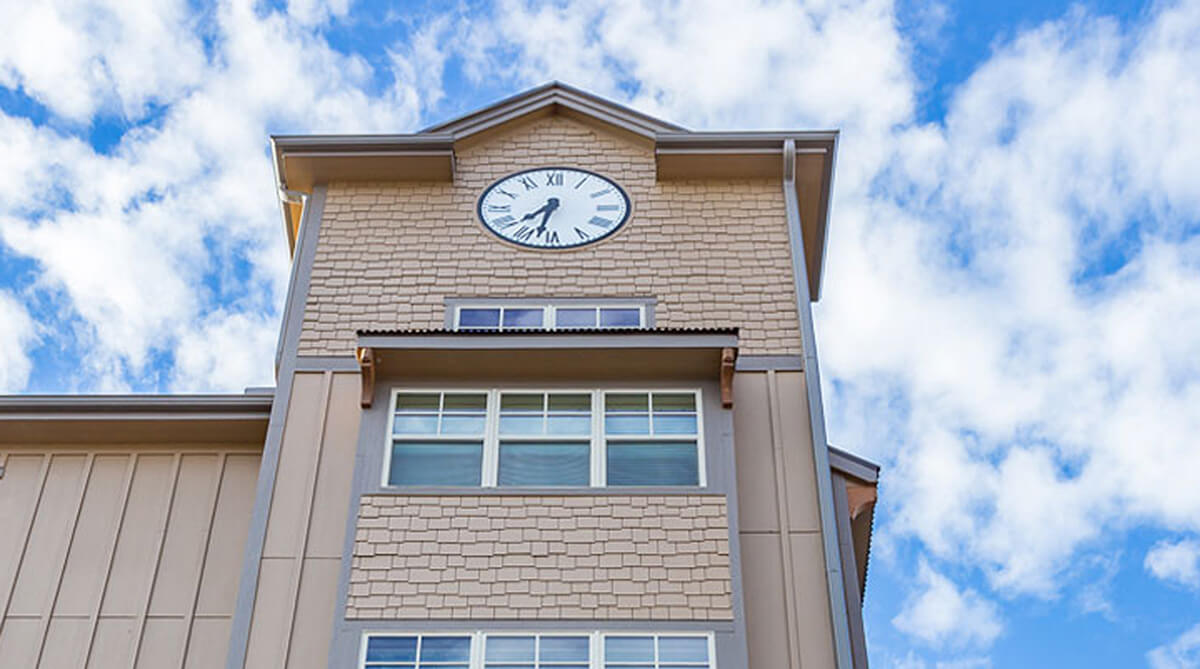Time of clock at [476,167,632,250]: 7:32
